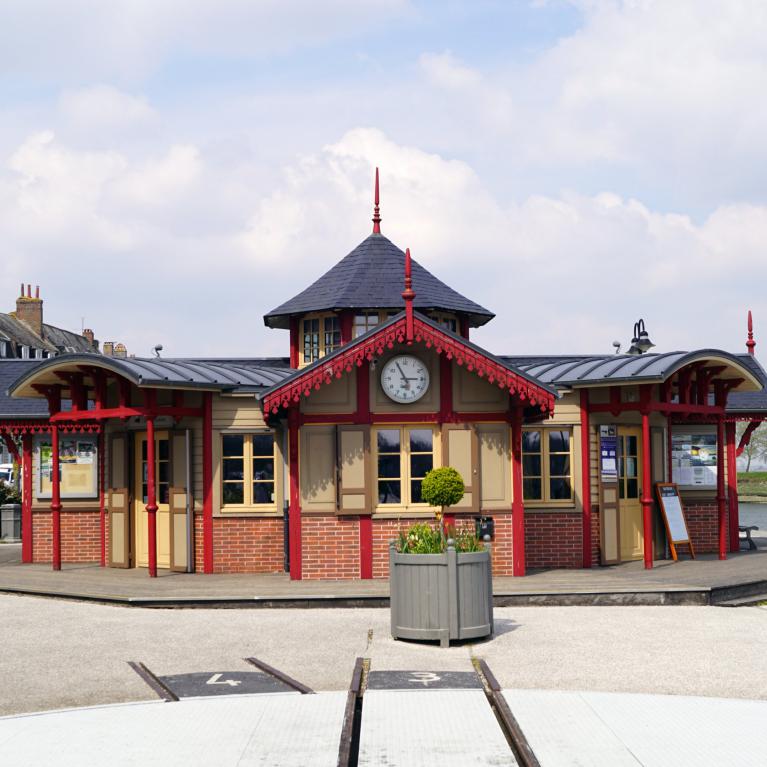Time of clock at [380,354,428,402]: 2:55
